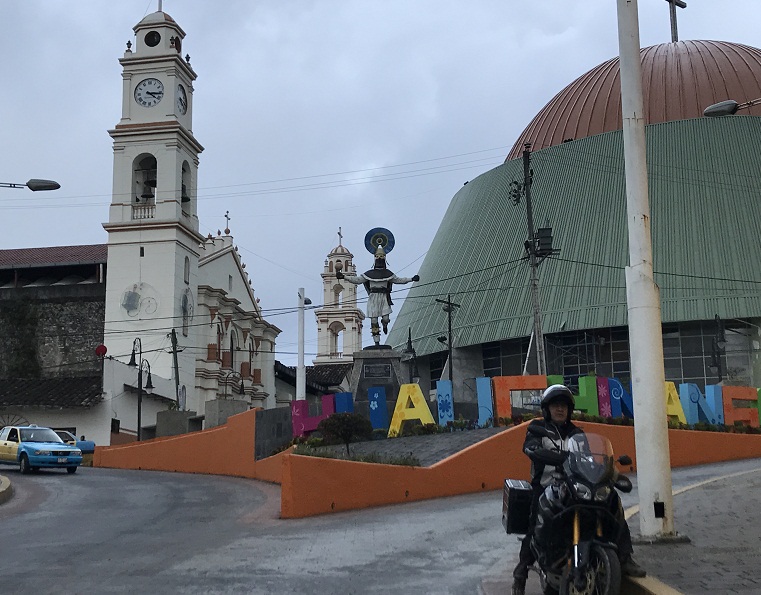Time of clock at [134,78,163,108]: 4:16
